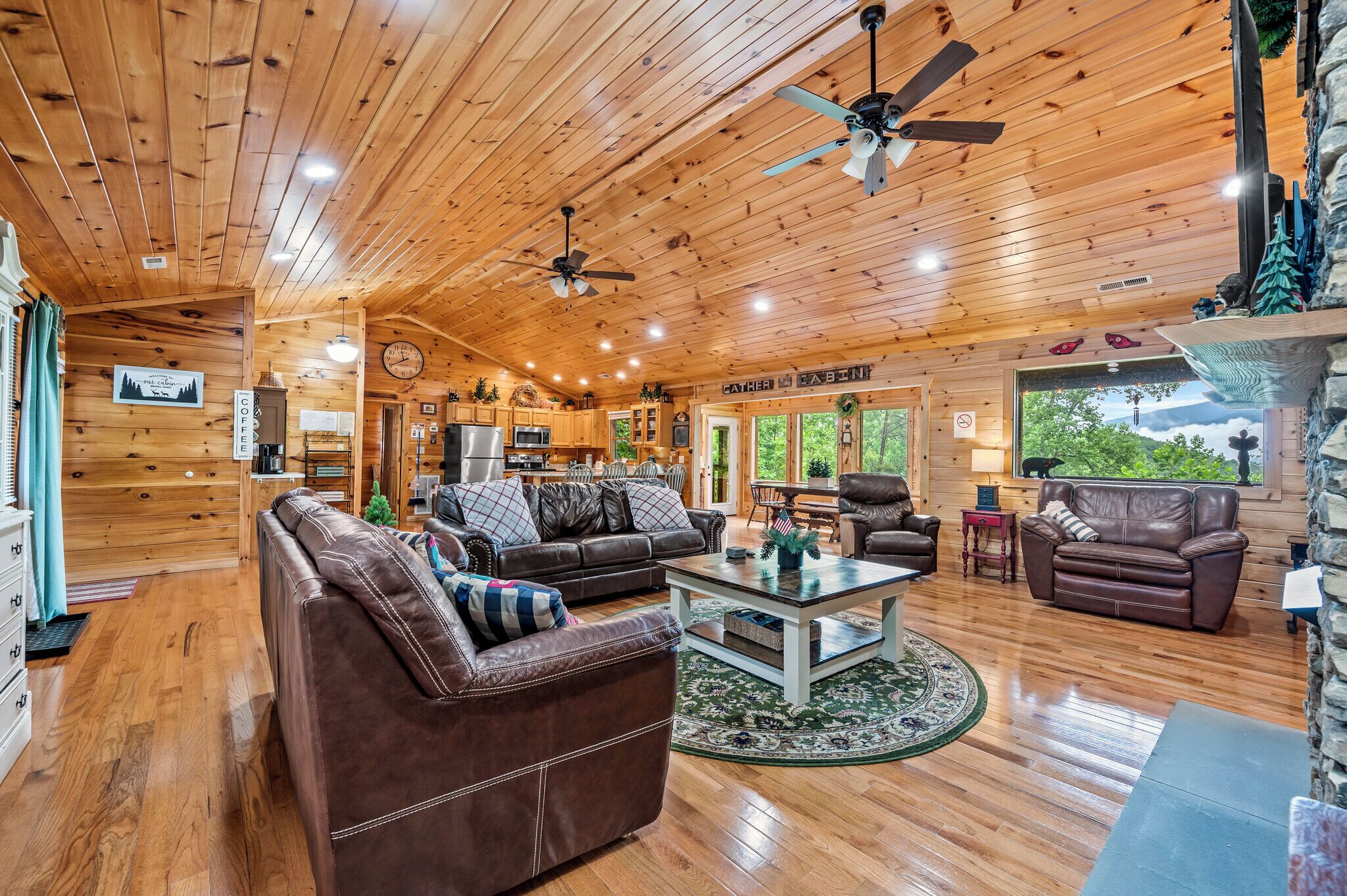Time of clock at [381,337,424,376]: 11:40
